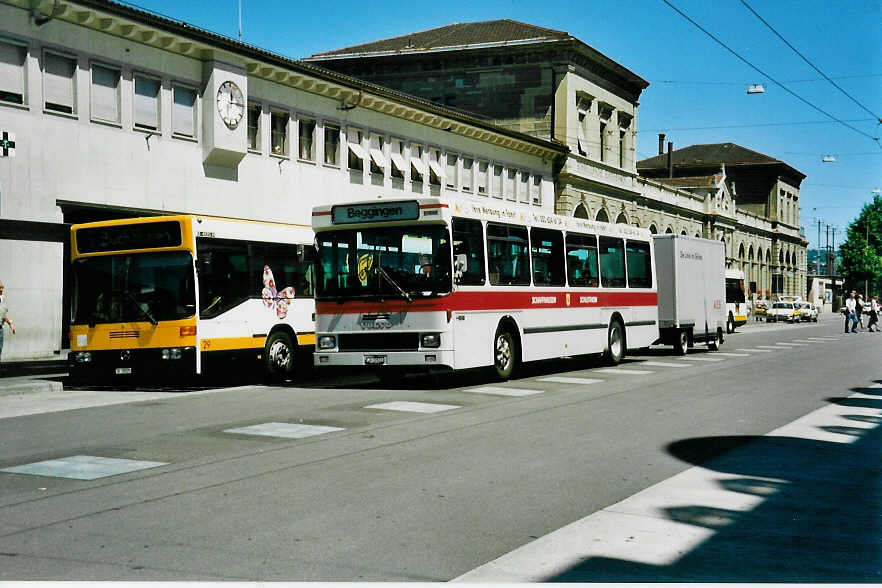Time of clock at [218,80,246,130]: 12:14
